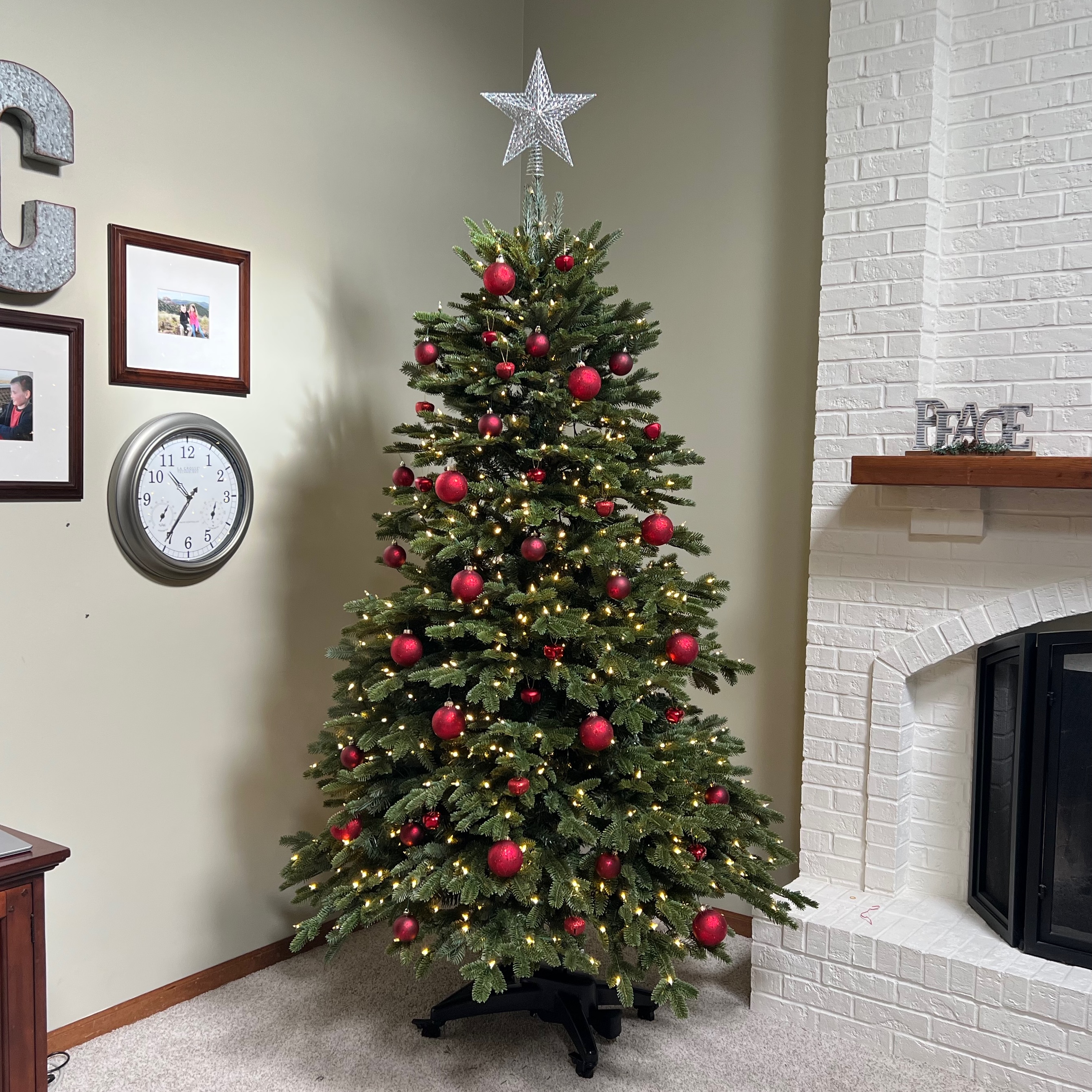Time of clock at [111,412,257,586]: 10:35
